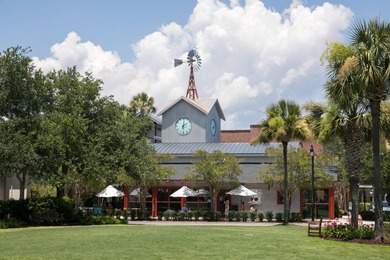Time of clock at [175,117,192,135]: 2:01
